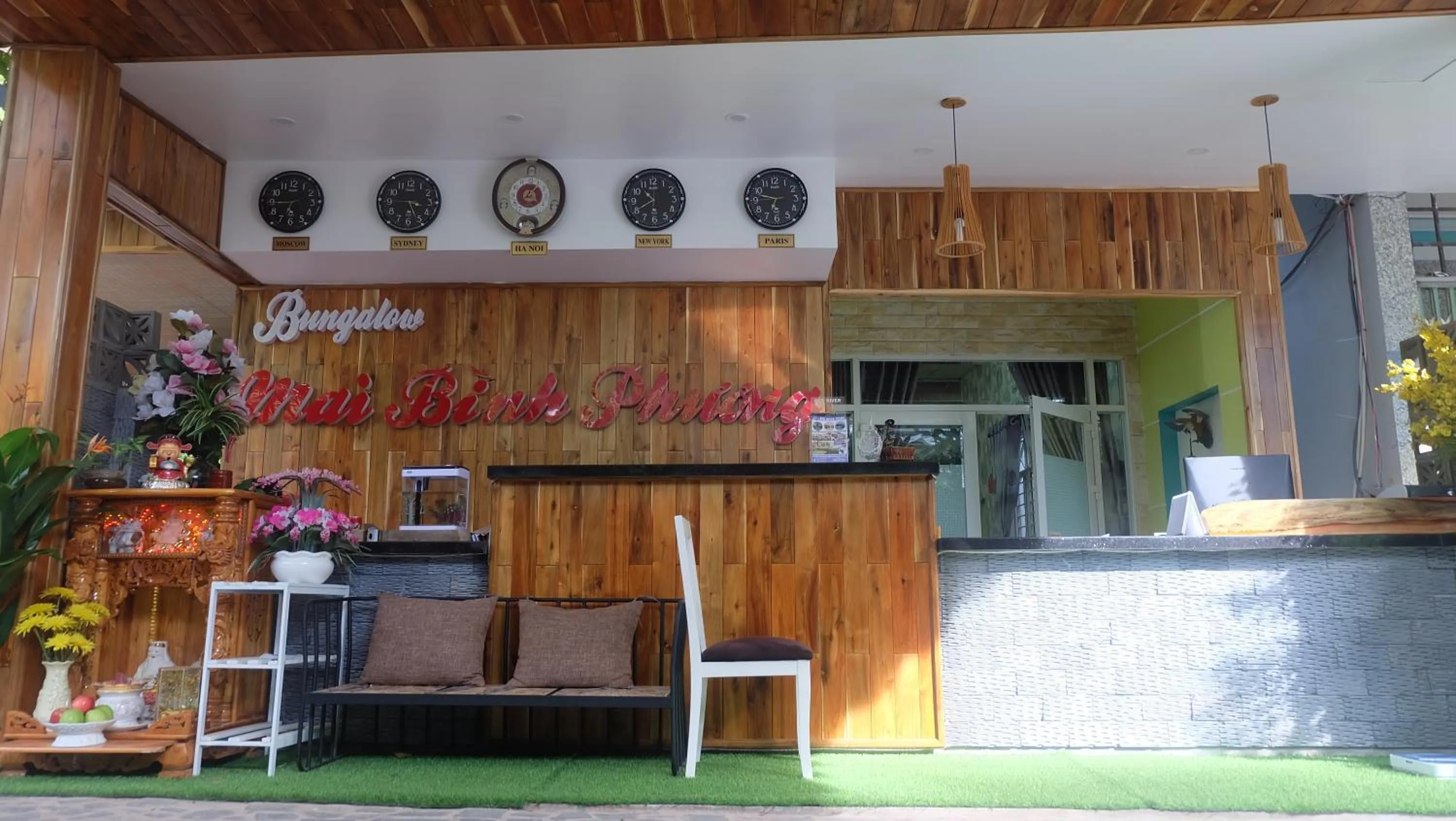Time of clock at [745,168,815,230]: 6:47
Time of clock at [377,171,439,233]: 3:26
